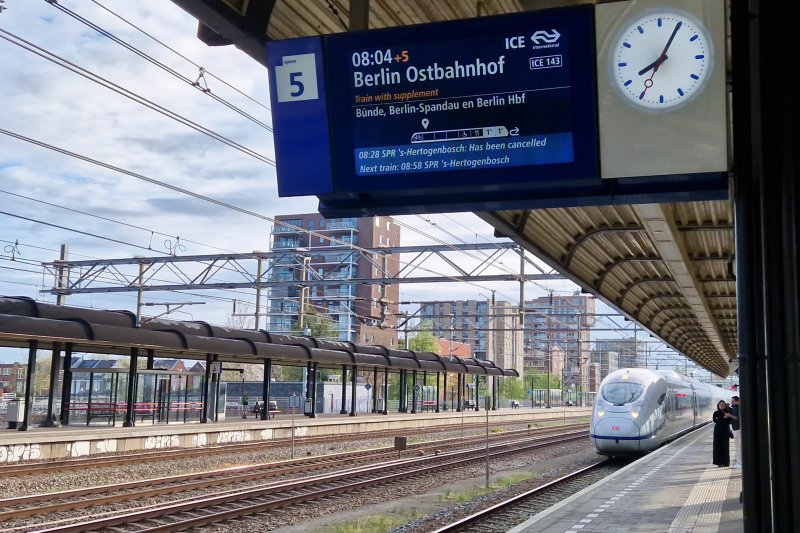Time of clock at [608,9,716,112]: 8:04
